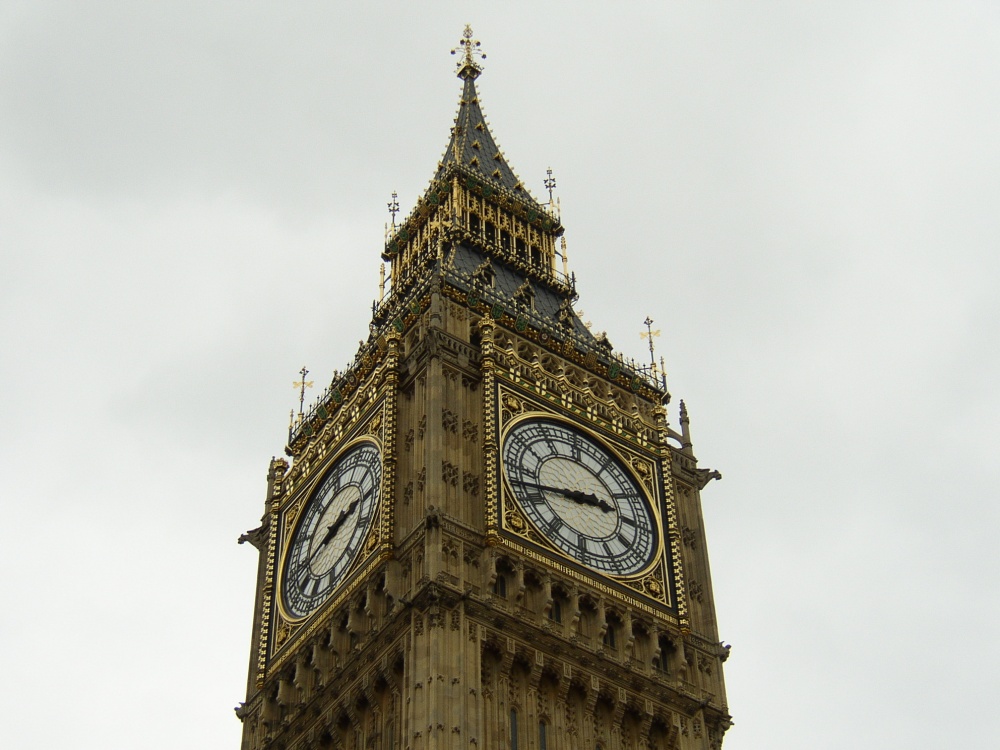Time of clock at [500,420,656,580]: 2:42
